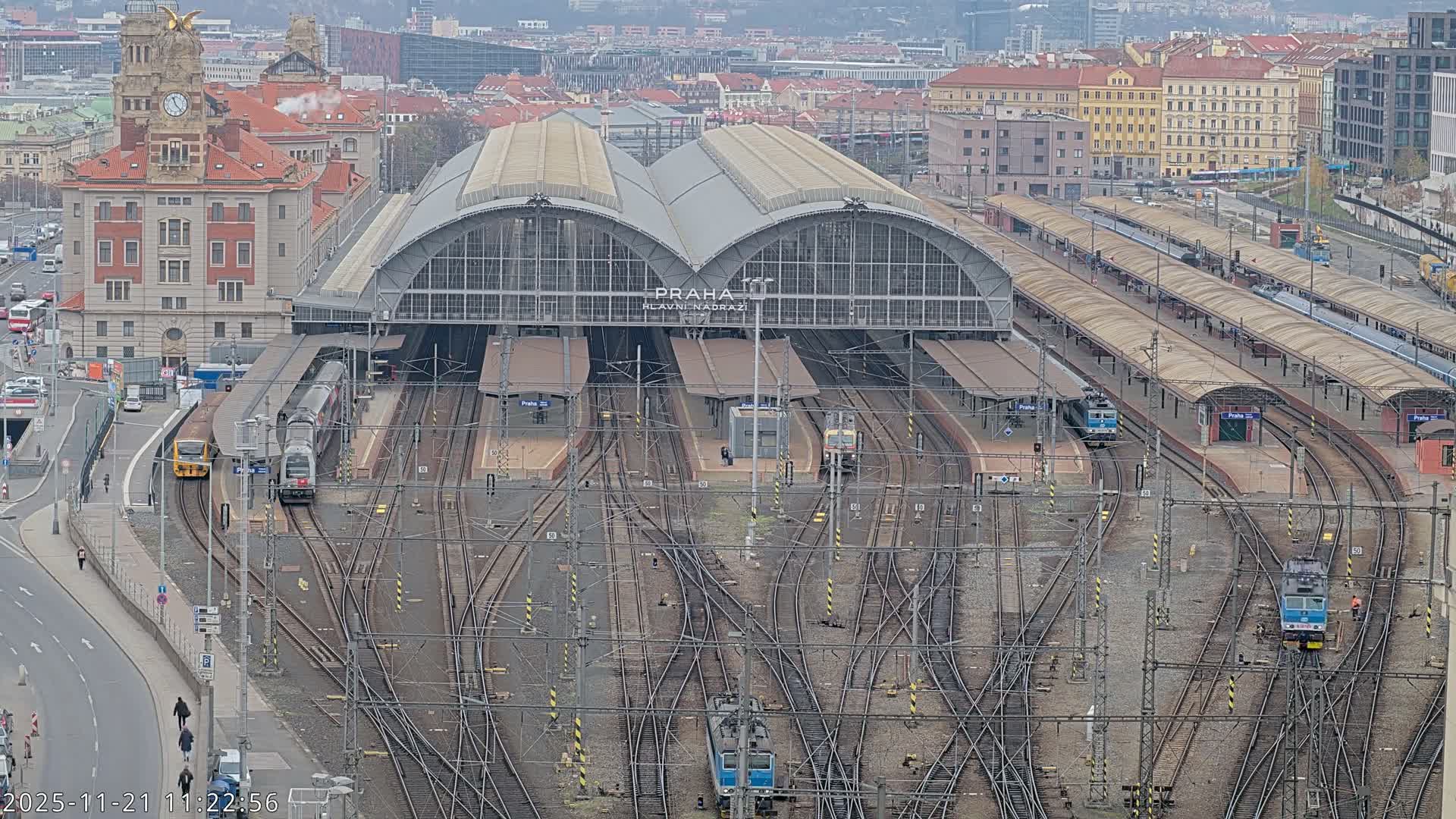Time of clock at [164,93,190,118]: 11:22
